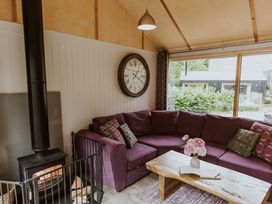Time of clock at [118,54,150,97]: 1:19
